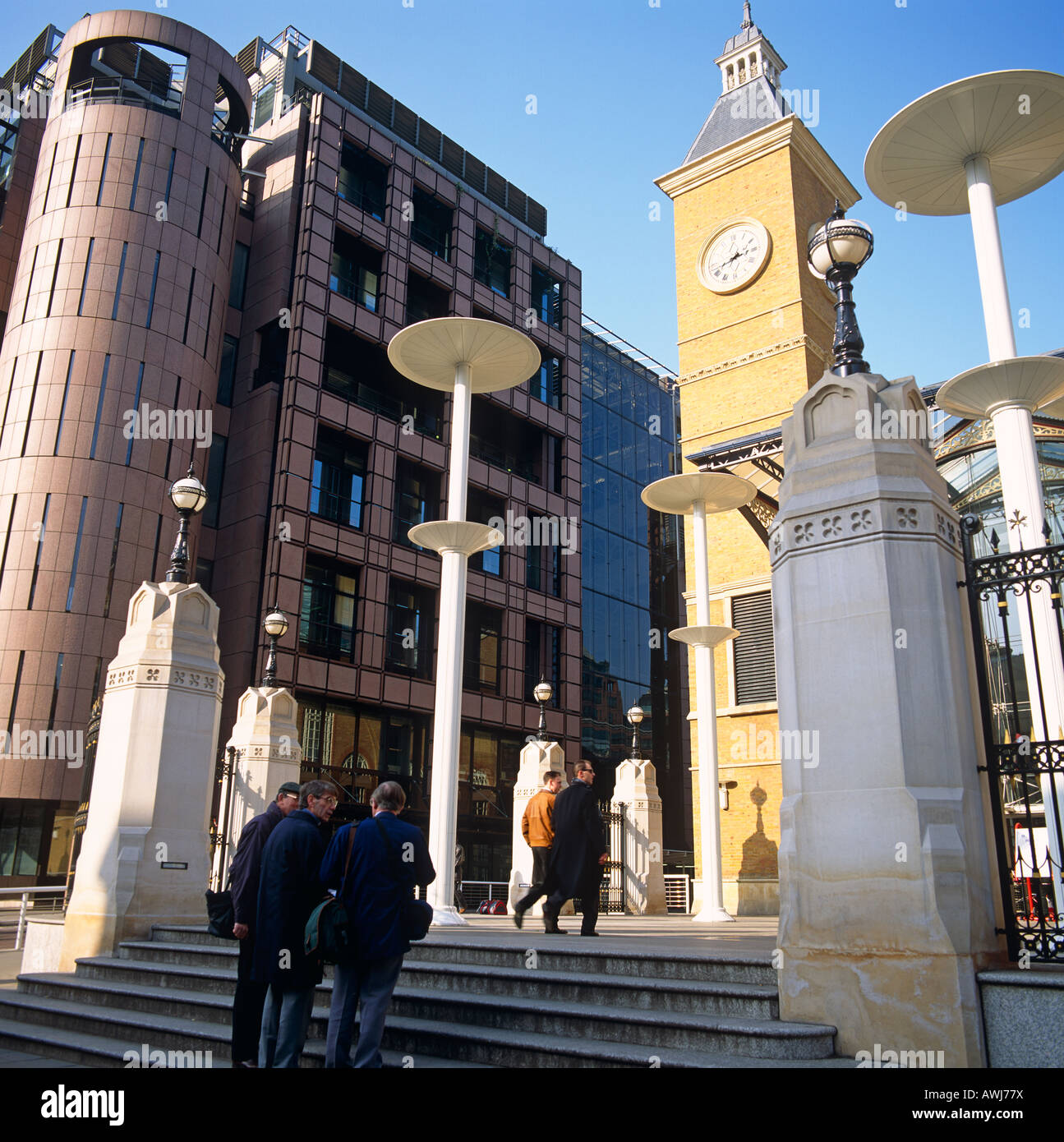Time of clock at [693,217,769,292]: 2:41
